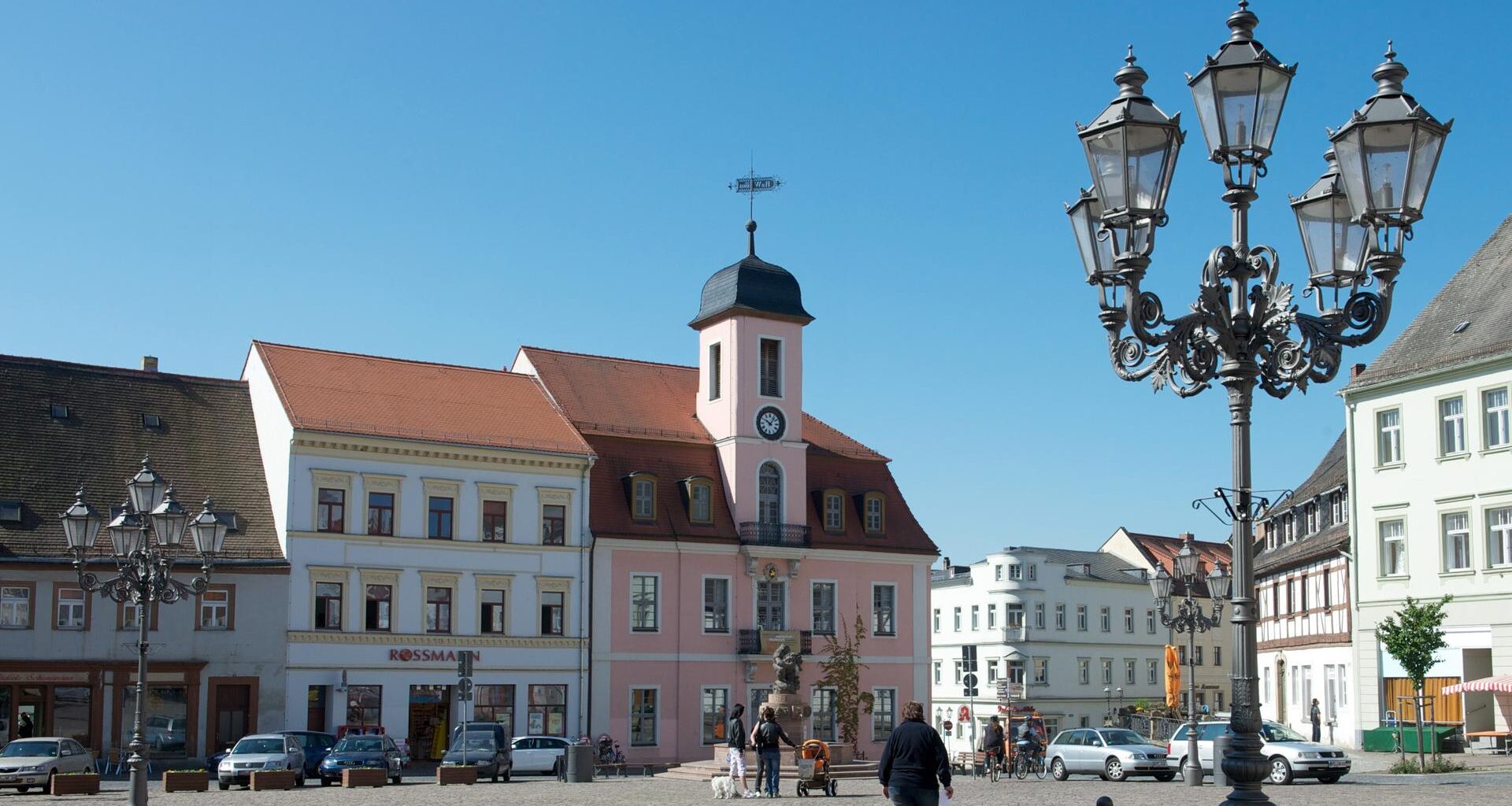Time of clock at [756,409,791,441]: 10:06
